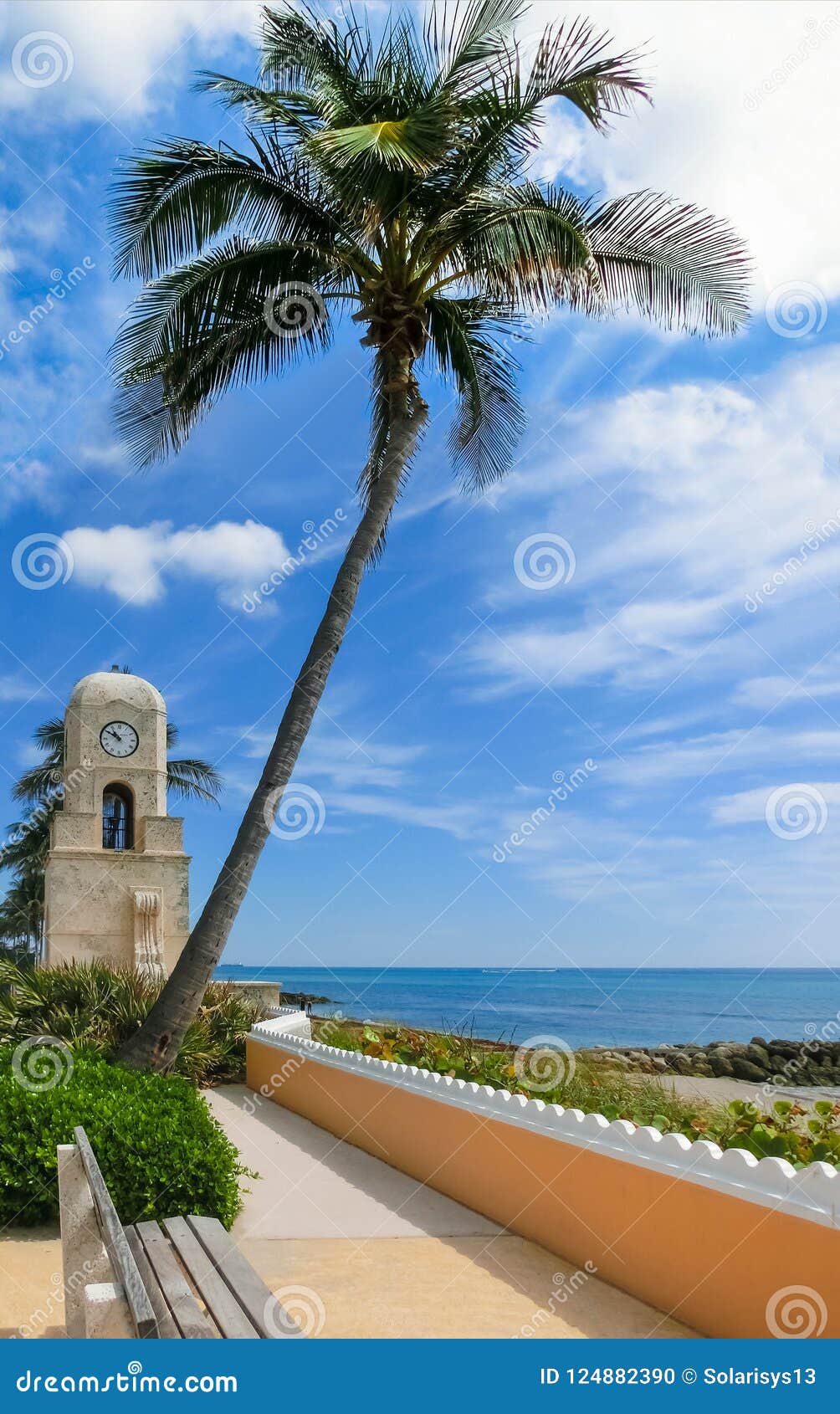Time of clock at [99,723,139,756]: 10:50
